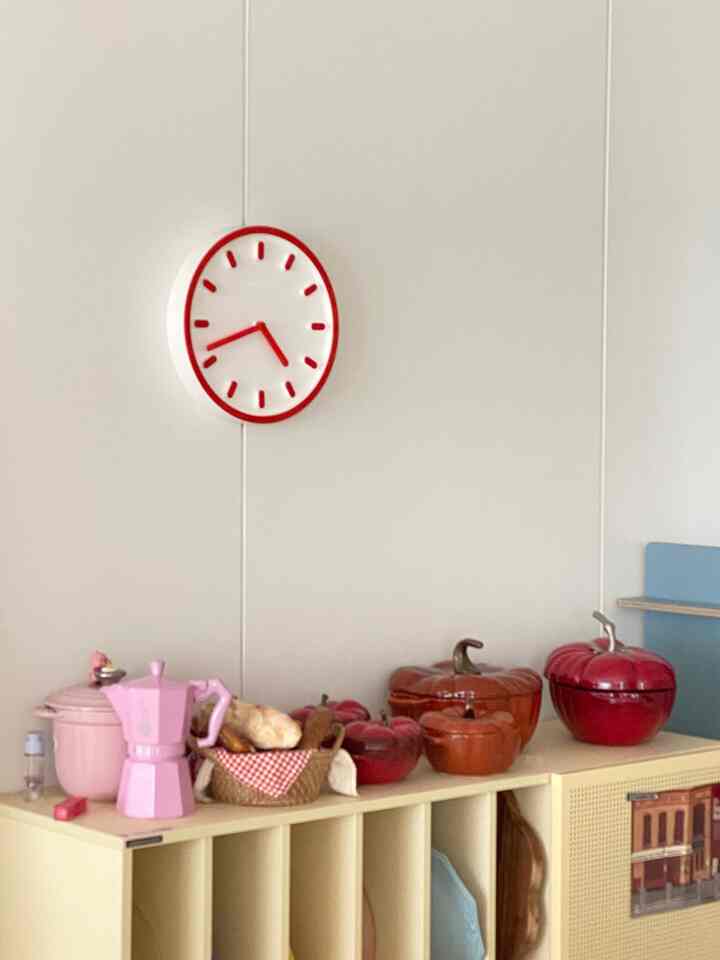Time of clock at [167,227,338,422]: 4:41
